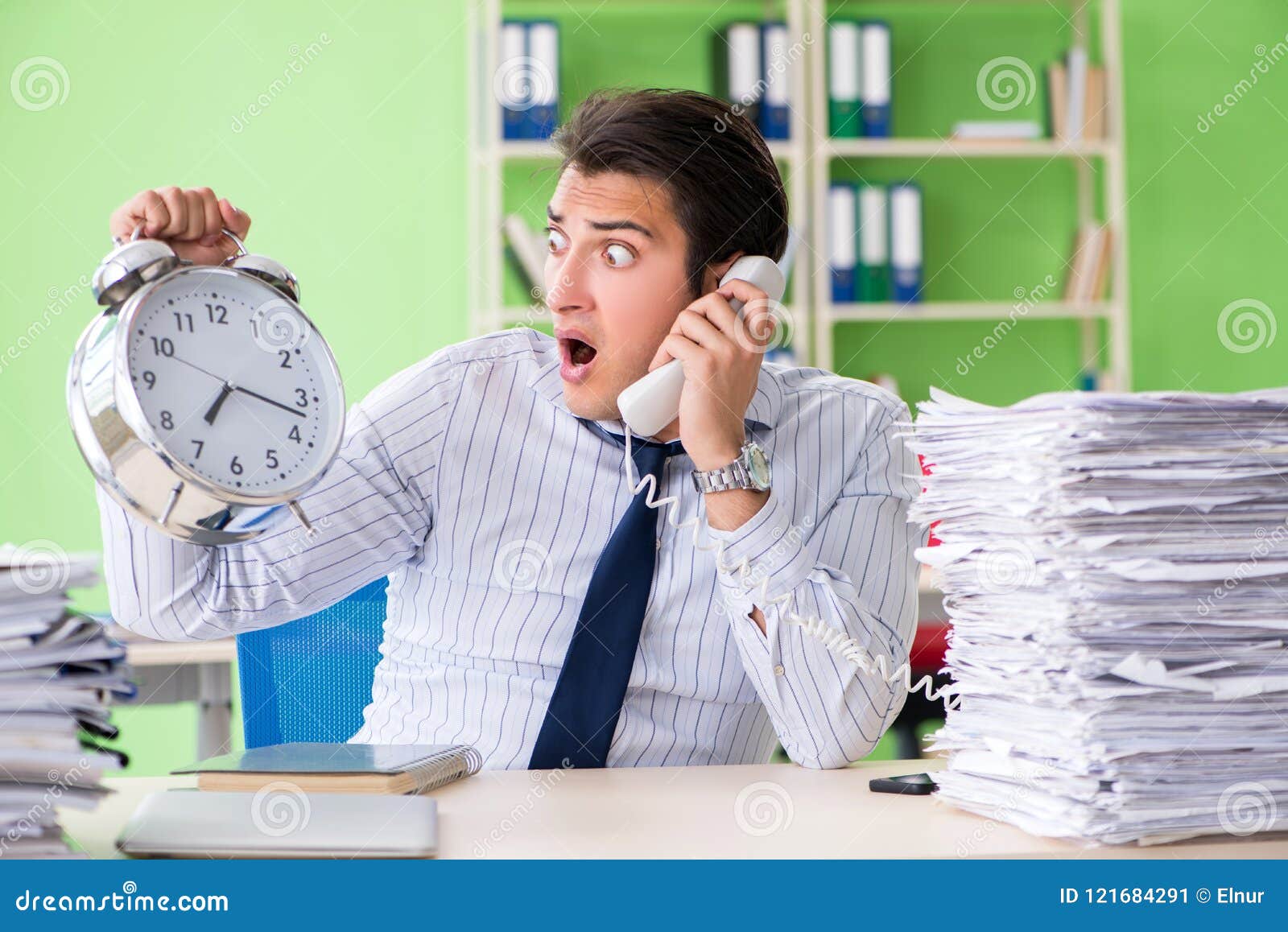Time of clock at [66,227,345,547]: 7:17
